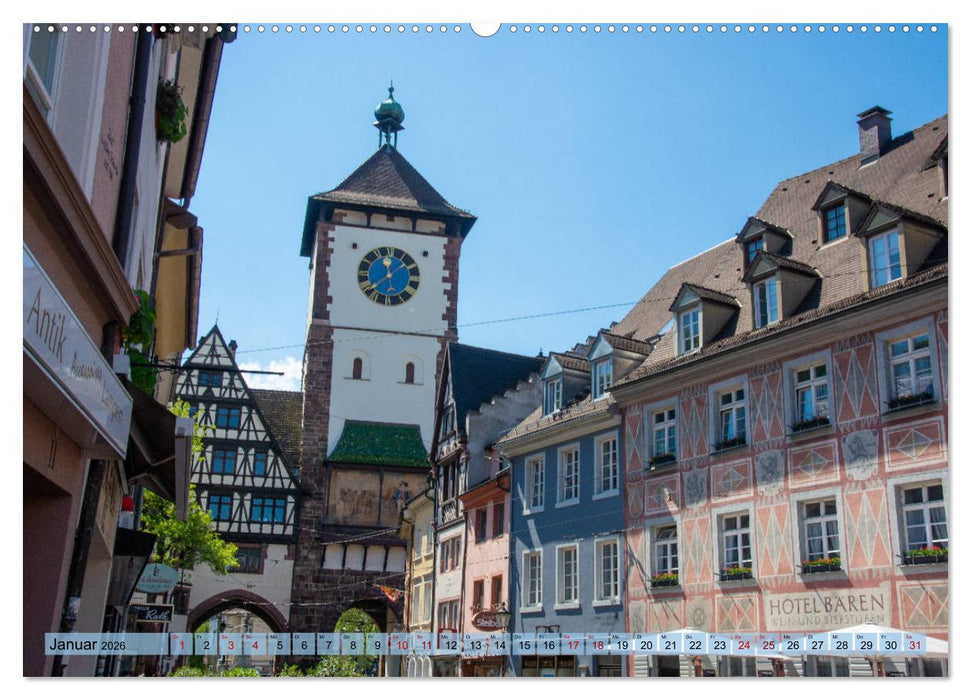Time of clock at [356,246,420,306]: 11:38
